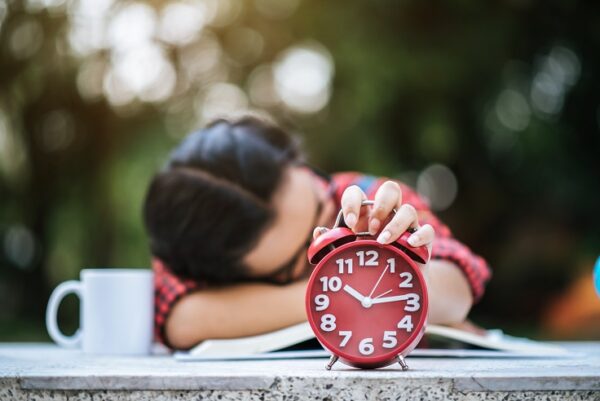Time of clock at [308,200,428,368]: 10:13
